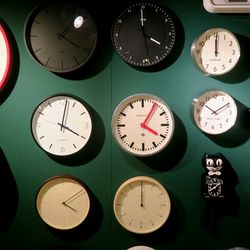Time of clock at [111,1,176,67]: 3:59
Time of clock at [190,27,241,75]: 12:00
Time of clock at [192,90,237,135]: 10:09
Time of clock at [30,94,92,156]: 4:01
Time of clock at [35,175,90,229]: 4:09
